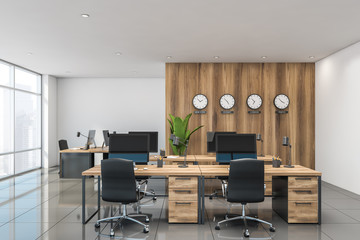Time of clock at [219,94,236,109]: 4:52
